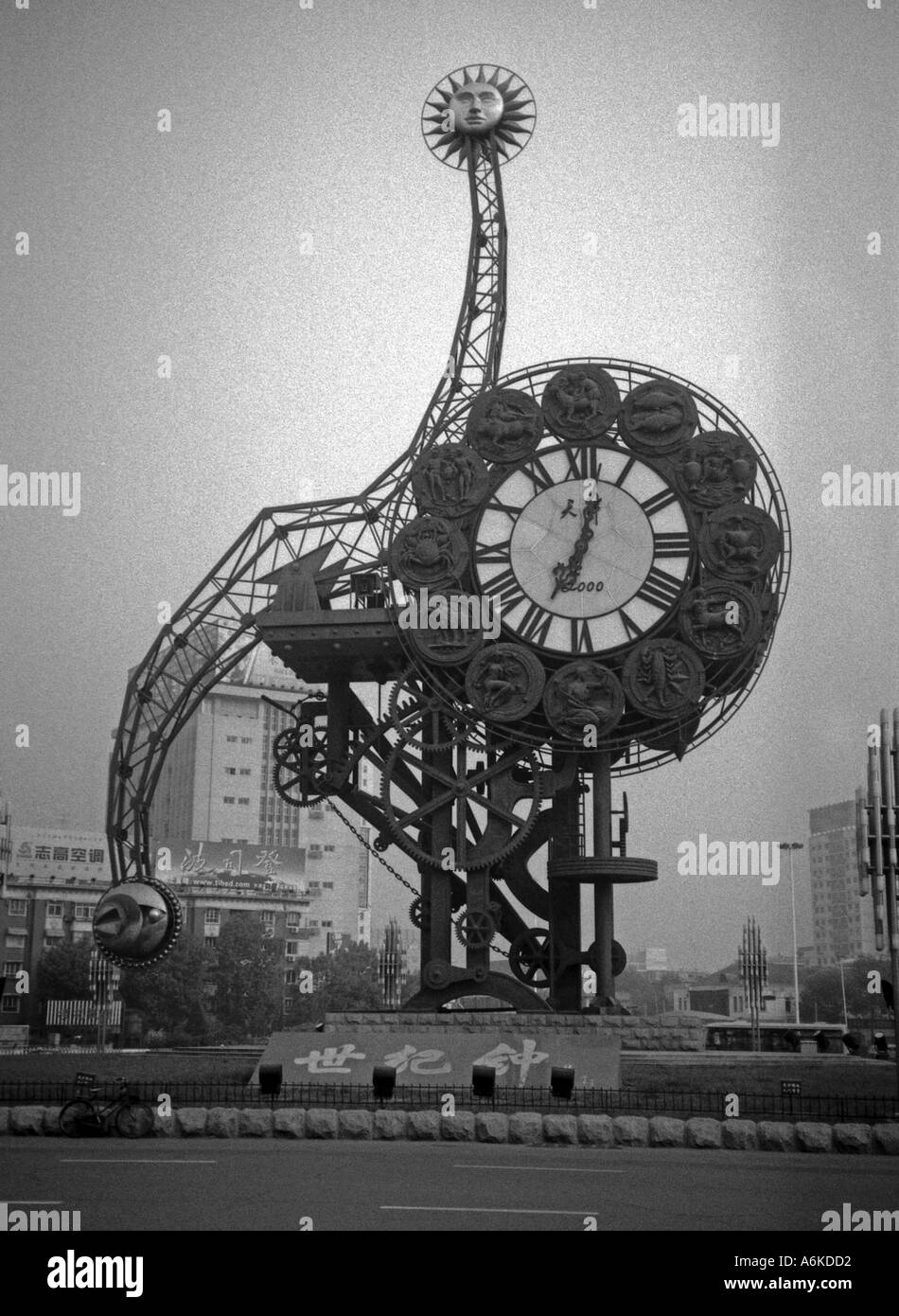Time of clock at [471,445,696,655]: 7:02
